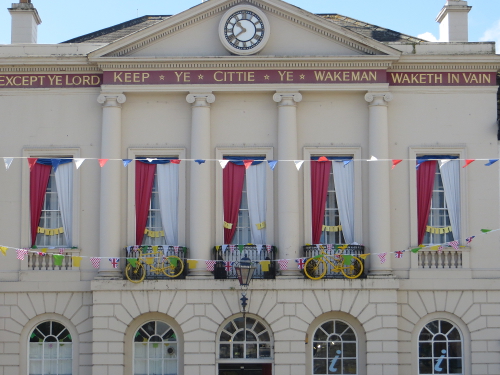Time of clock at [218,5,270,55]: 10:38
